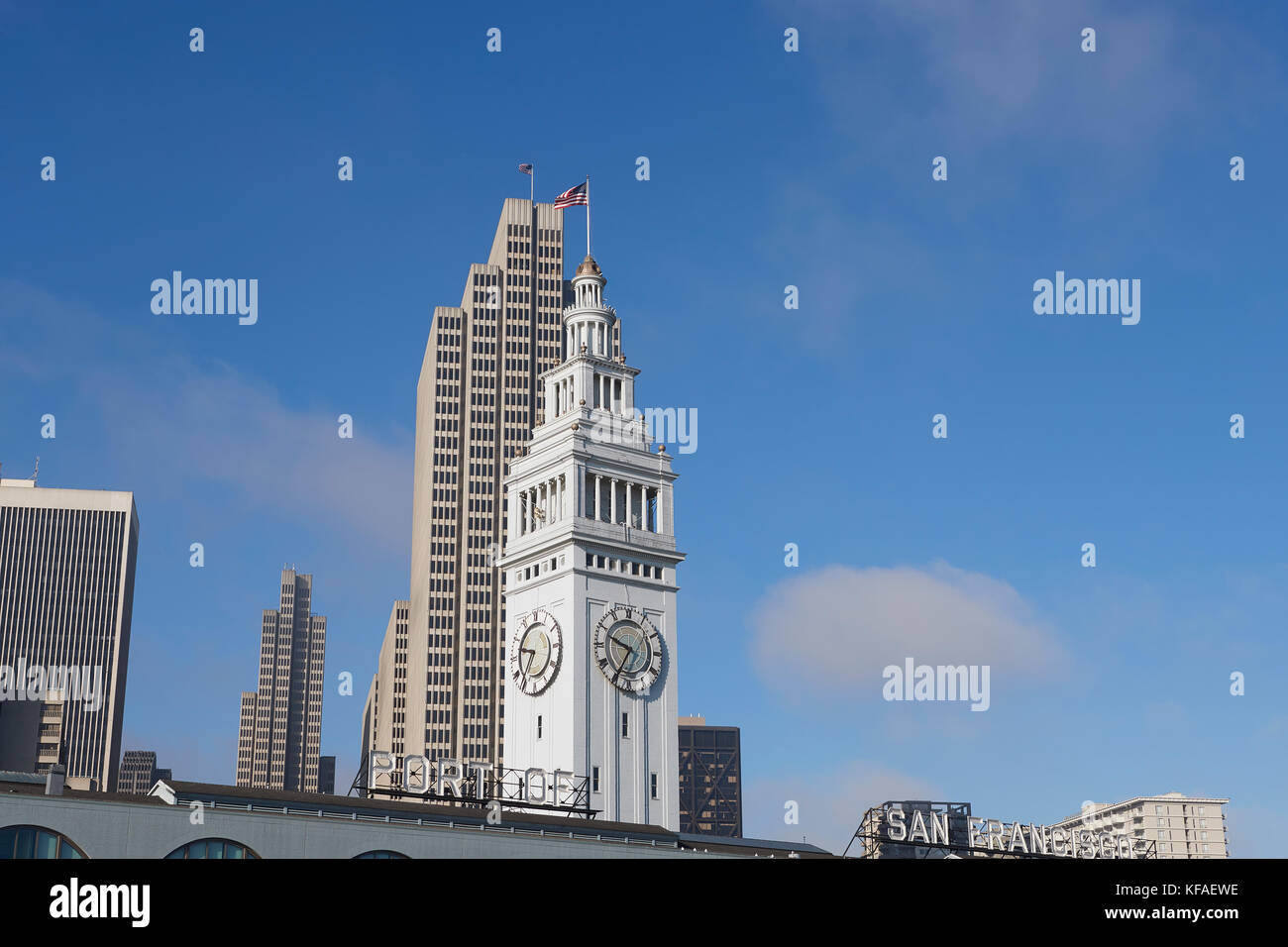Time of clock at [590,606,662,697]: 9:35
